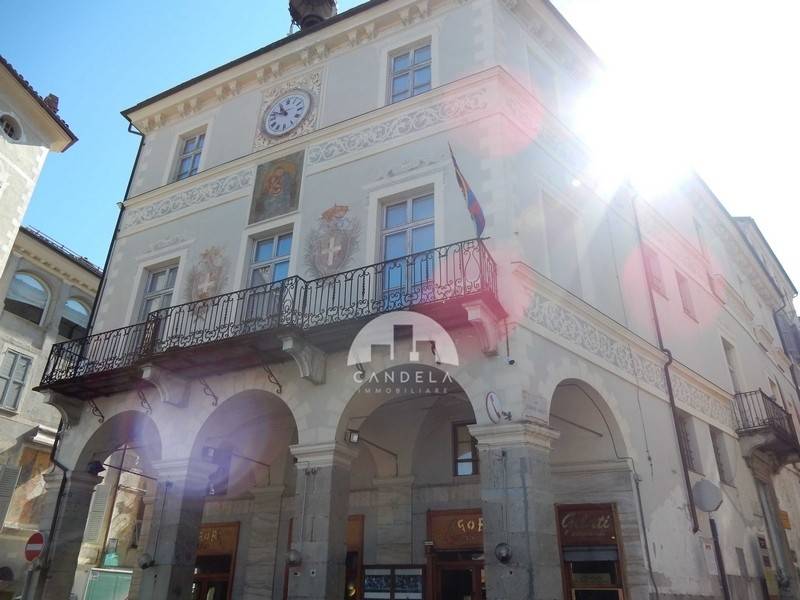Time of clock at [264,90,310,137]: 10:47
